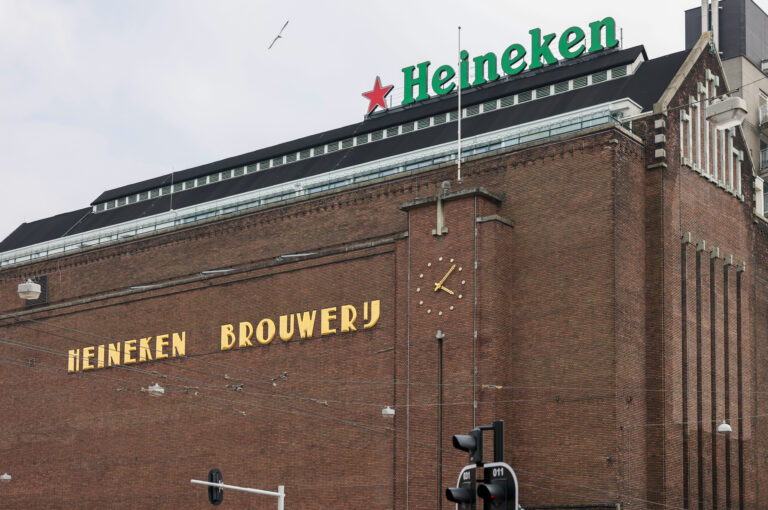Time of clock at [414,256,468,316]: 4:07
